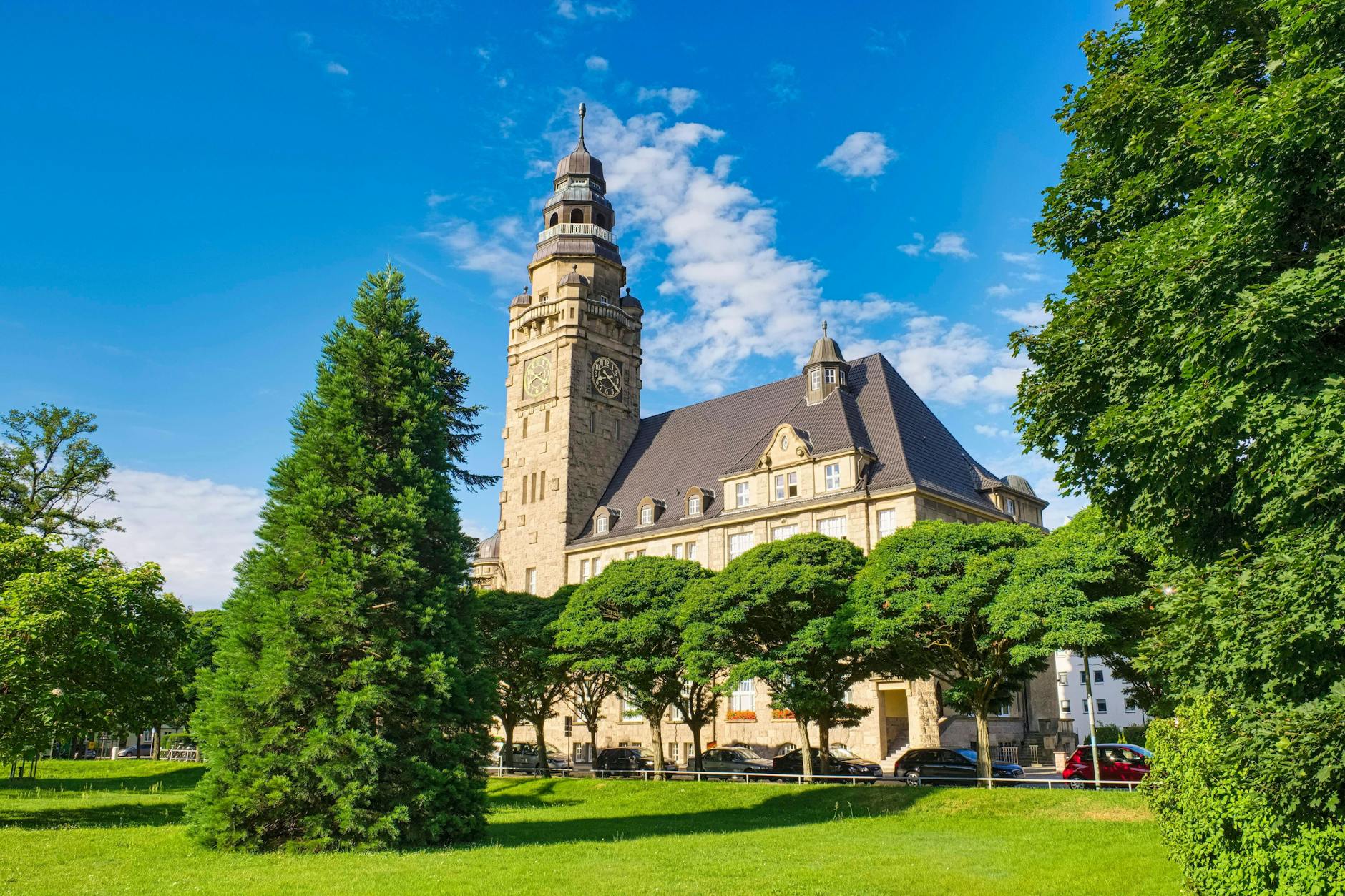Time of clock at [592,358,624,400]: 8:21
